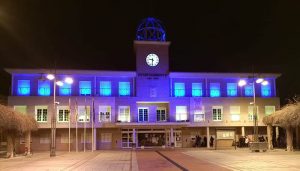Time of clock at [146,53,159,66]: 9:31
